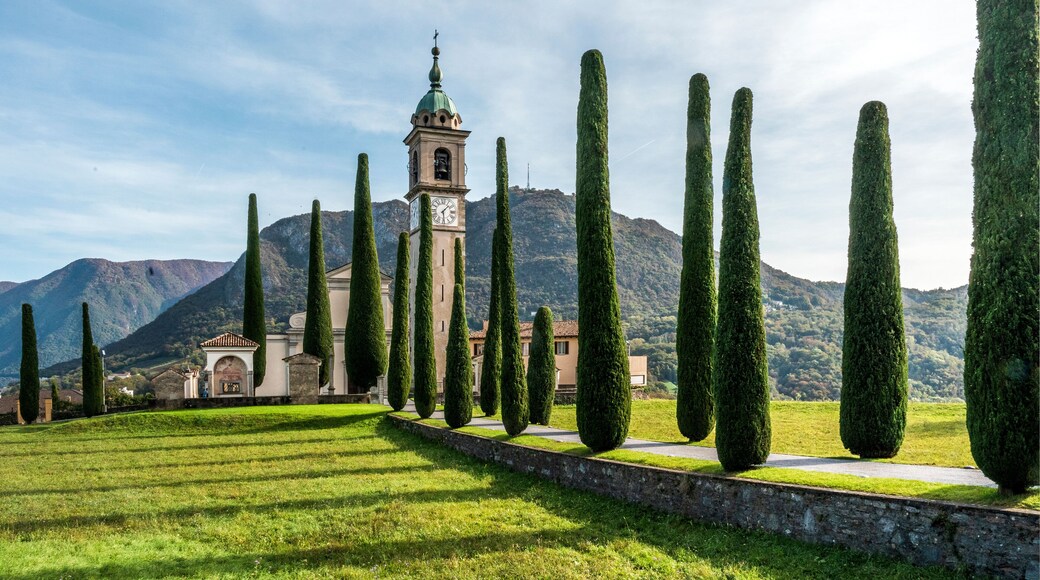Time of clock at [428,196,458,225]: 1:29
